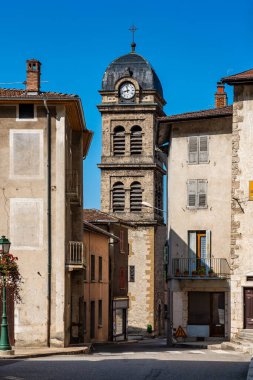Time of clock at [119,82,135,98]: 11:42
